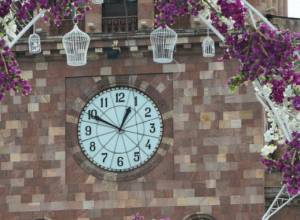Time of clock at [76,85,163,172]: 12:49
